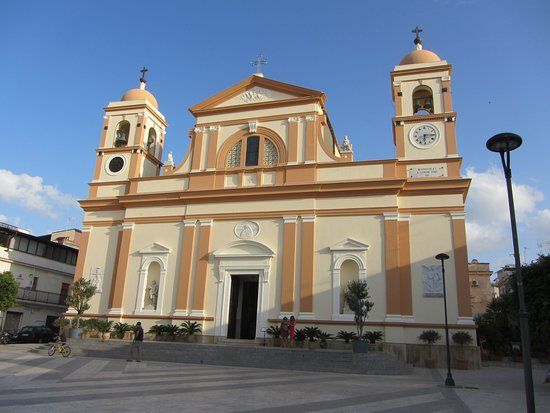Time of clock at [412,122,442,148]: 6:15
